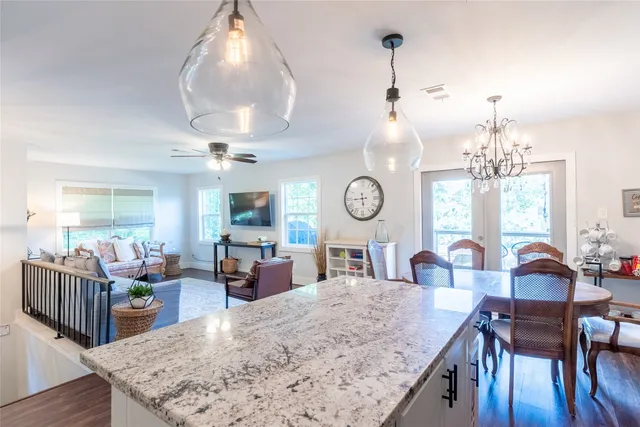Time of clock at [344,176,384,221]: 5:44
